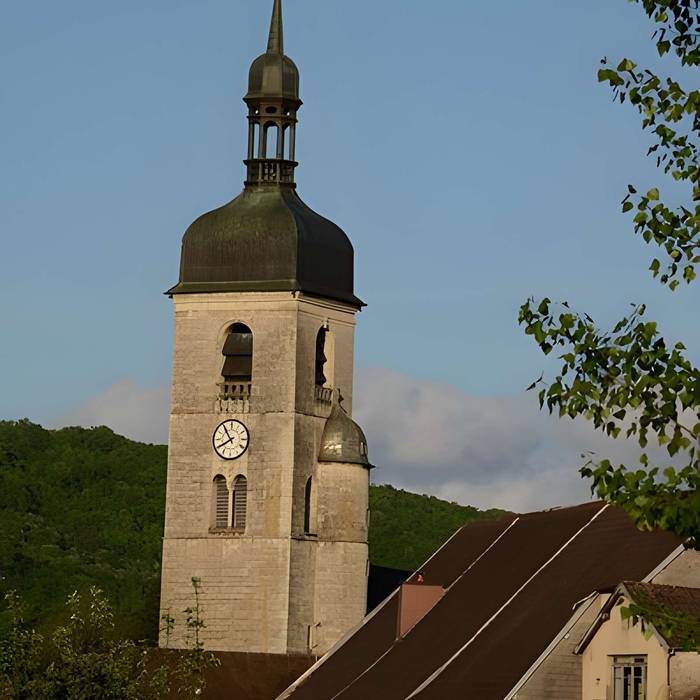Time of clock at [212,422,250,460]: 7:54
